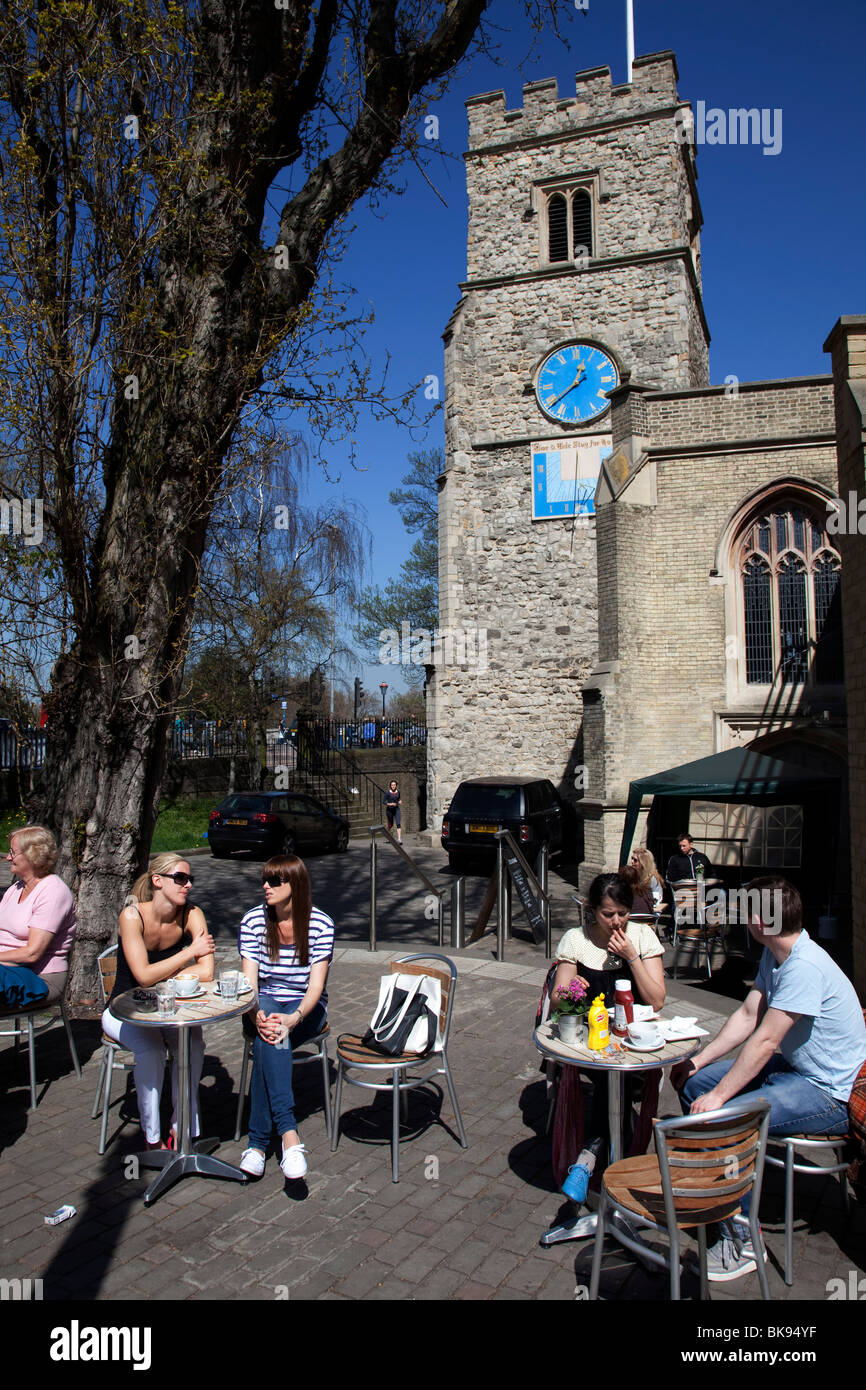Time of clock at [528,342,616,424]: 12:38
